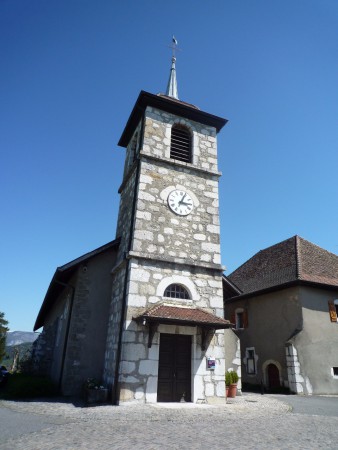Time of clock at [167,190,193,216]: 3:04
